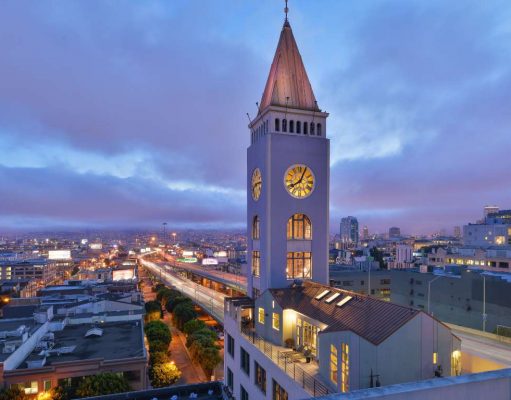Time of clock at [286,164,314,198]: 8:04
